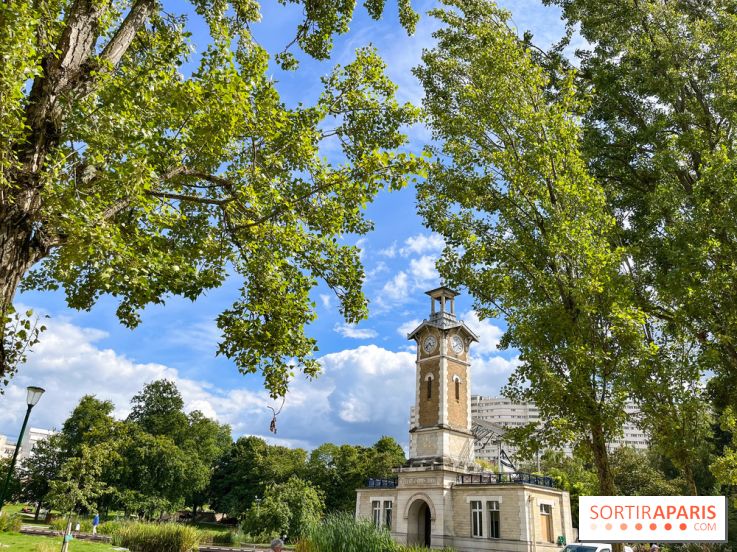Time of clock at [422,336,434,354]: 4:37
